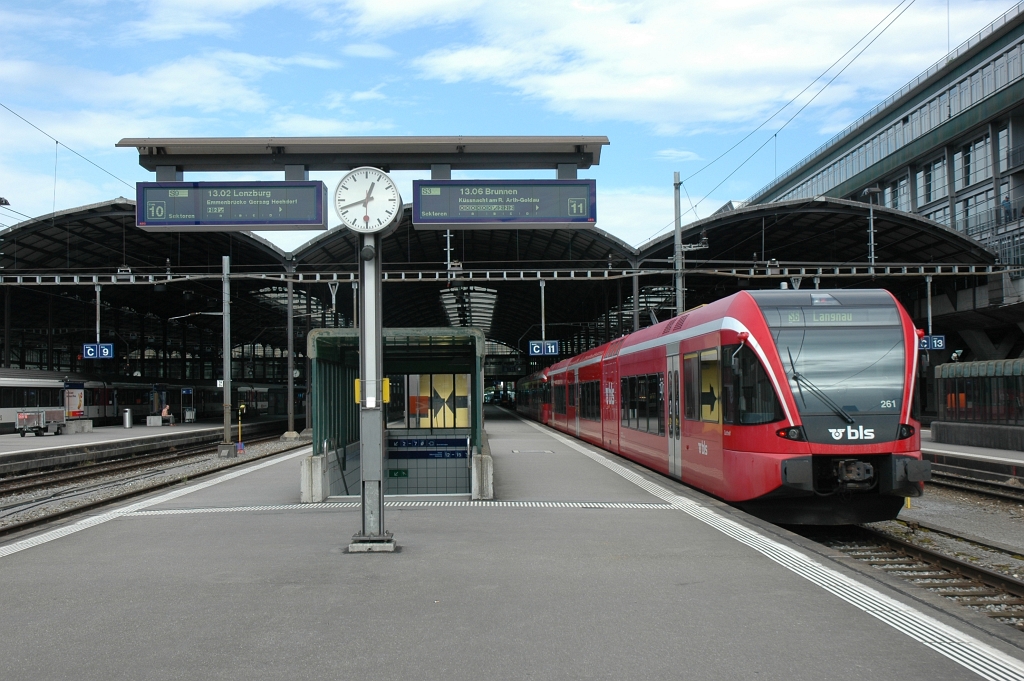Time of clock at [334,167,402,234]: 12:42
